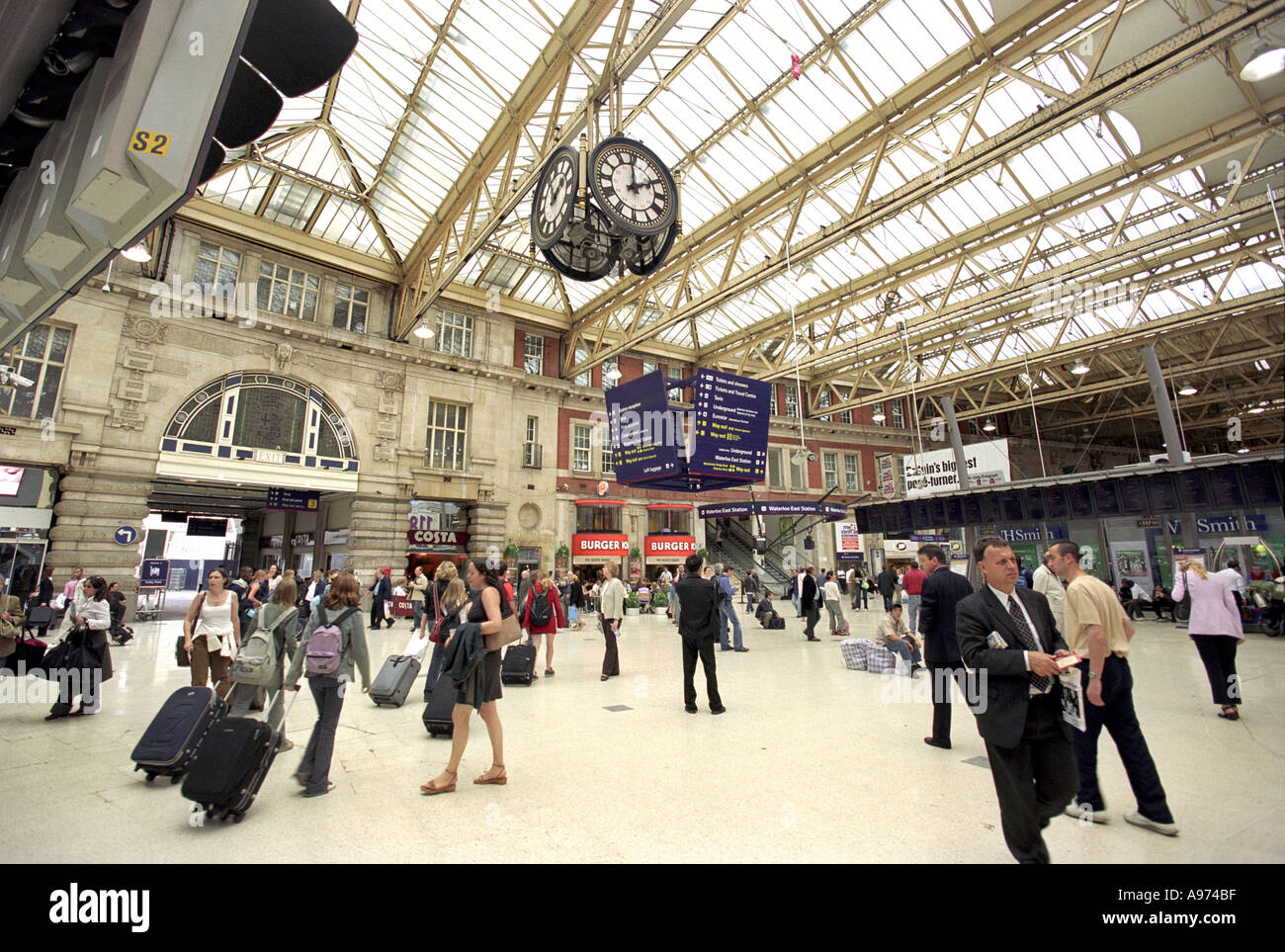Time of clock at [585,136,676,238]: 1:59
